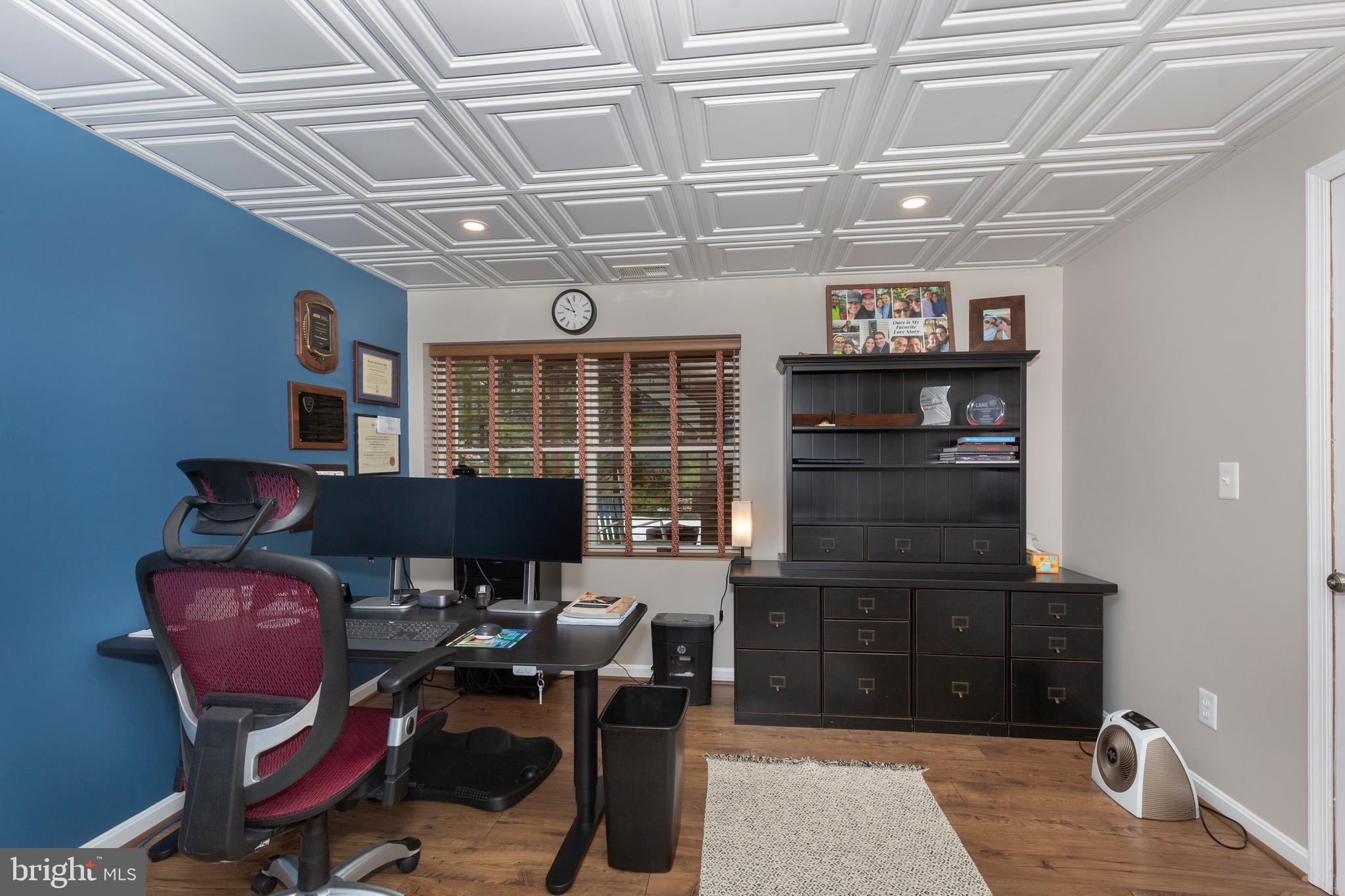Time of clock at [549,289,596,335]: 9:55
